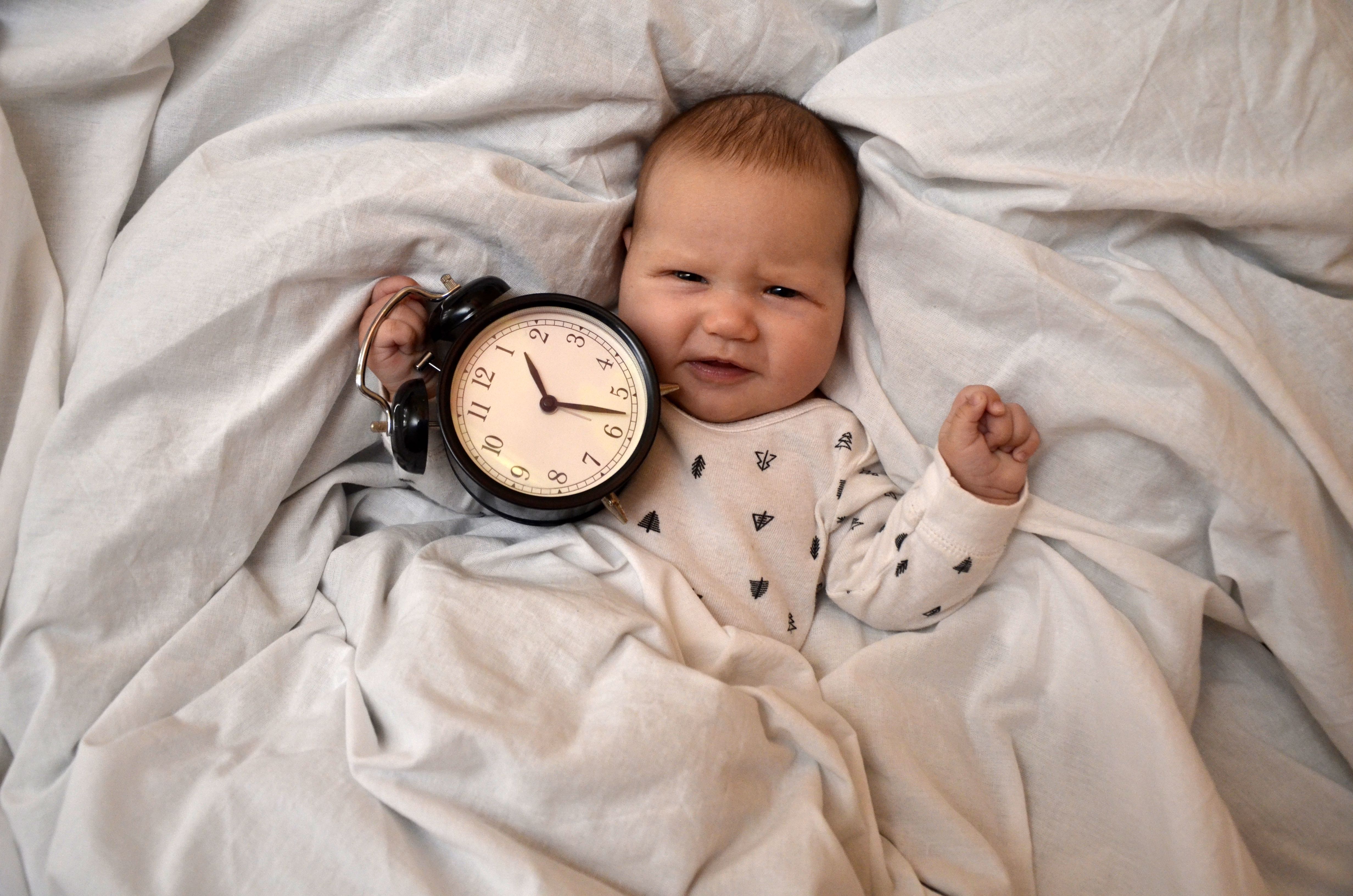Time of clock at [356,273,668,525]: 11:17
